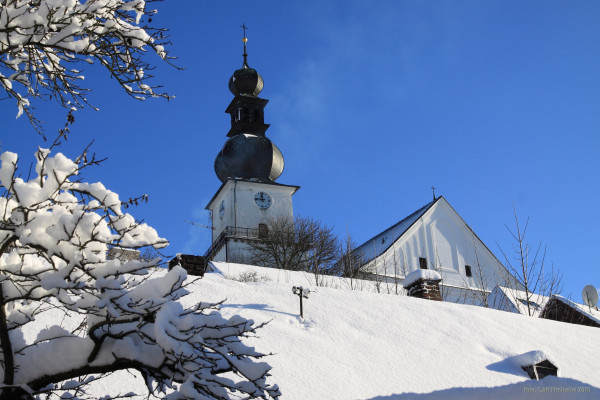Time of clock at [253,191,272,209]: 11:45
